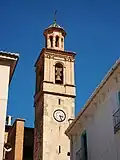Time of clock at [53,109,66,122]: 3:27
